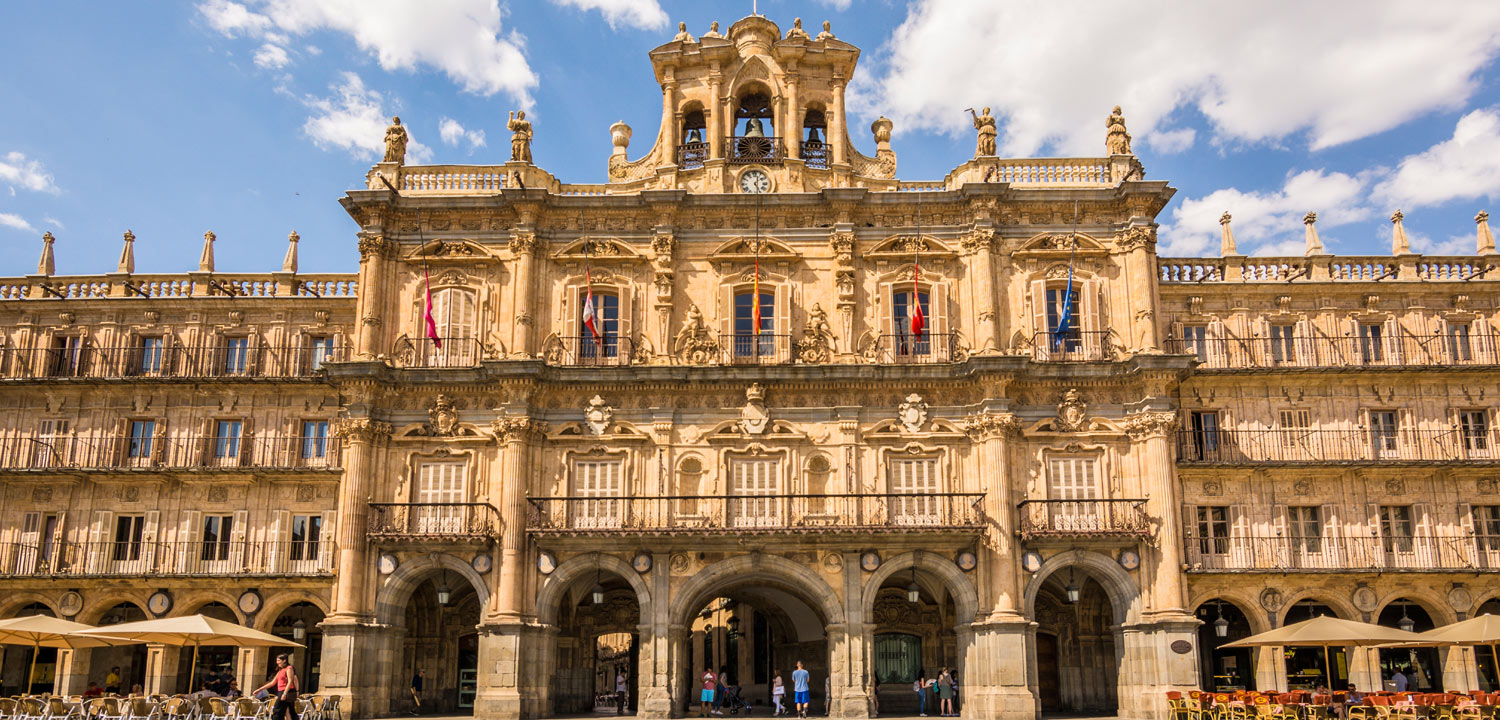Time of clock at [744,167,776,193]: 5:03
